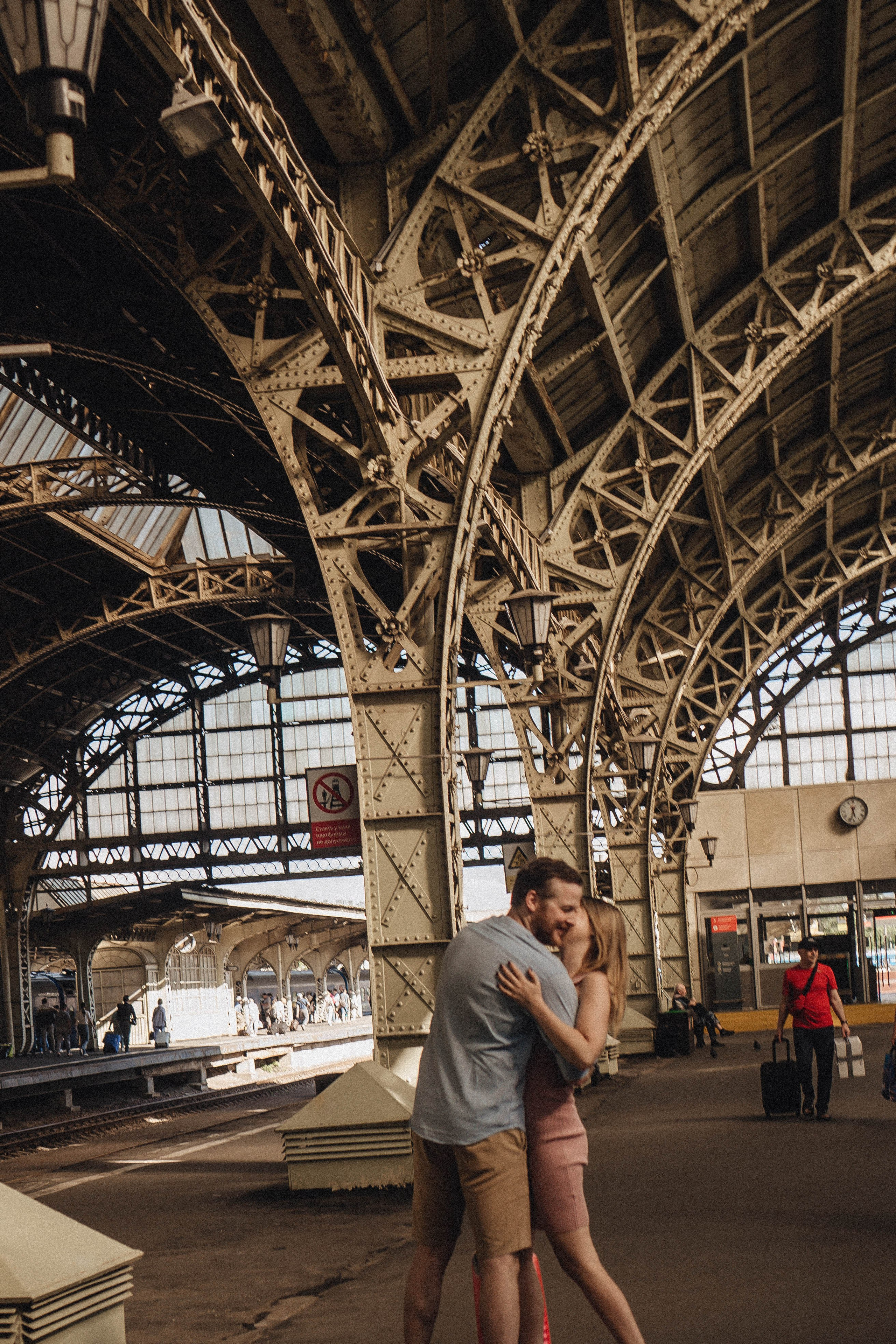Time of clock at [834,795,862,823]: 5:32
